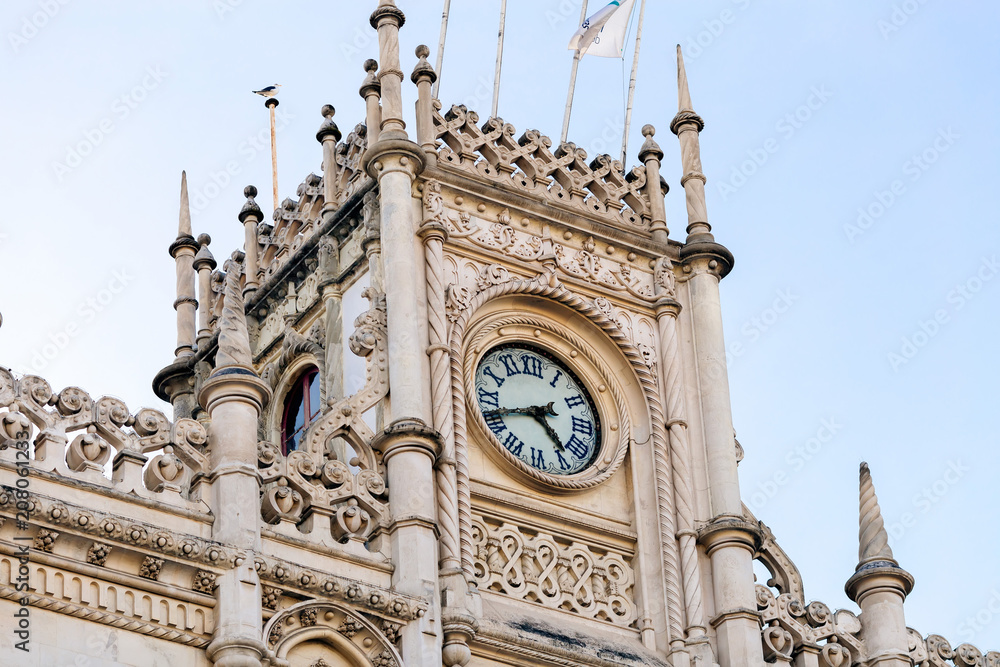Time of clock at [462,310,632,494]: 4:41
